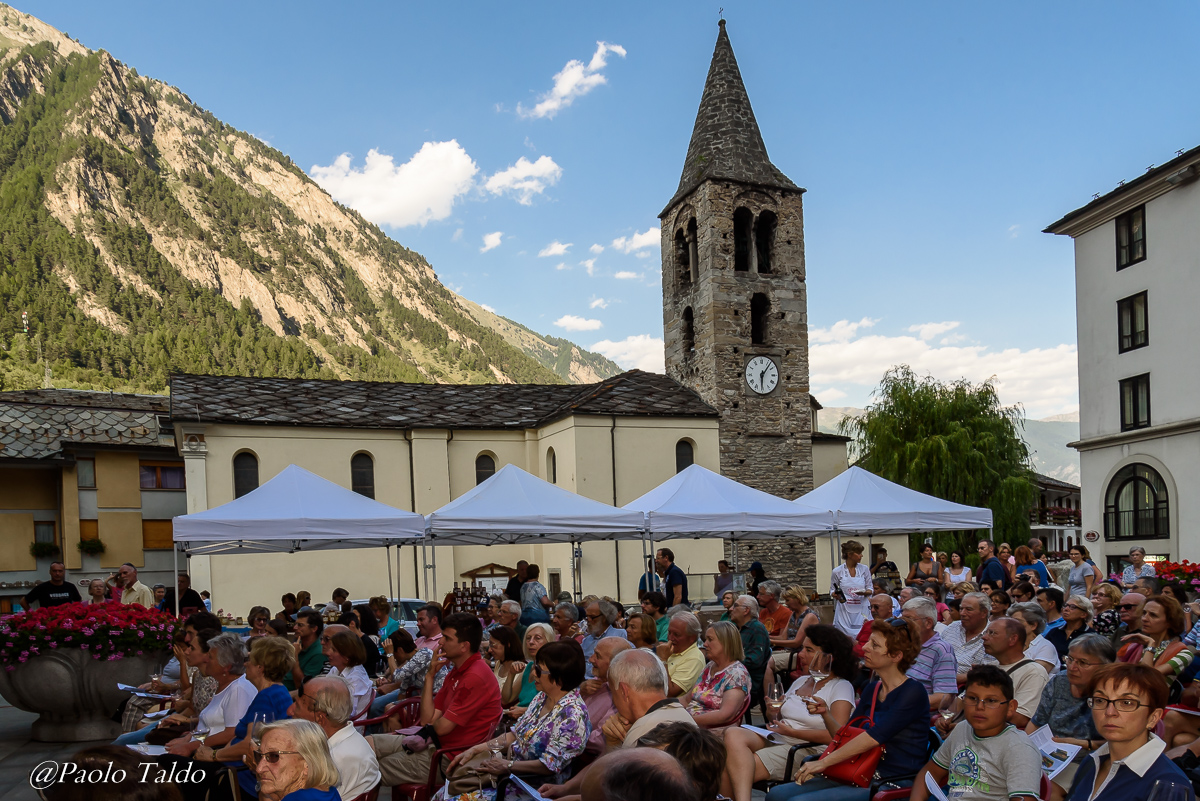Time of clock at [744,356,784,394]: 6:06
